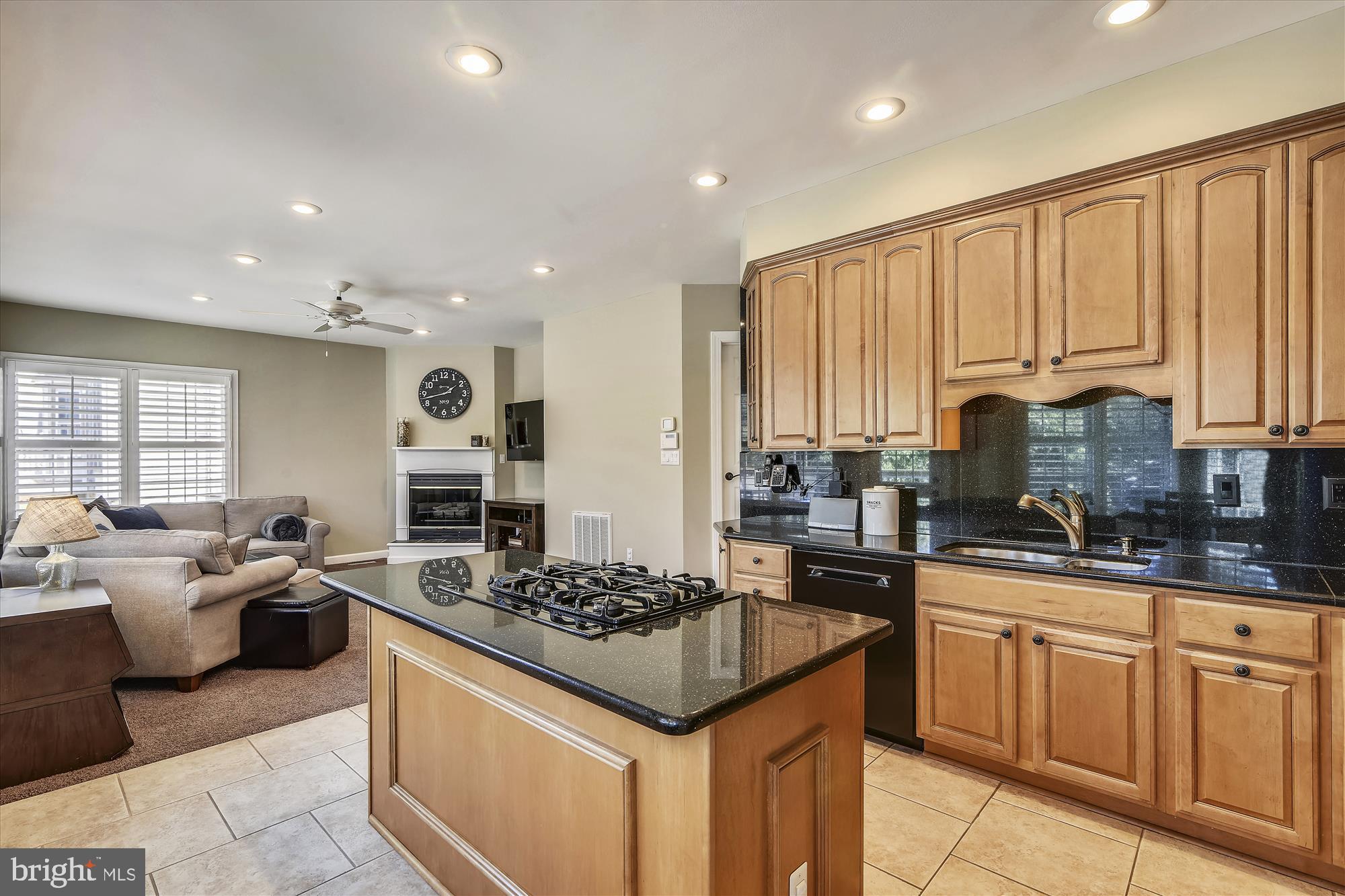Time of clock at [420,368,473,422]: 1:43
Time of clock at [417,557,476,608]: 3:47
